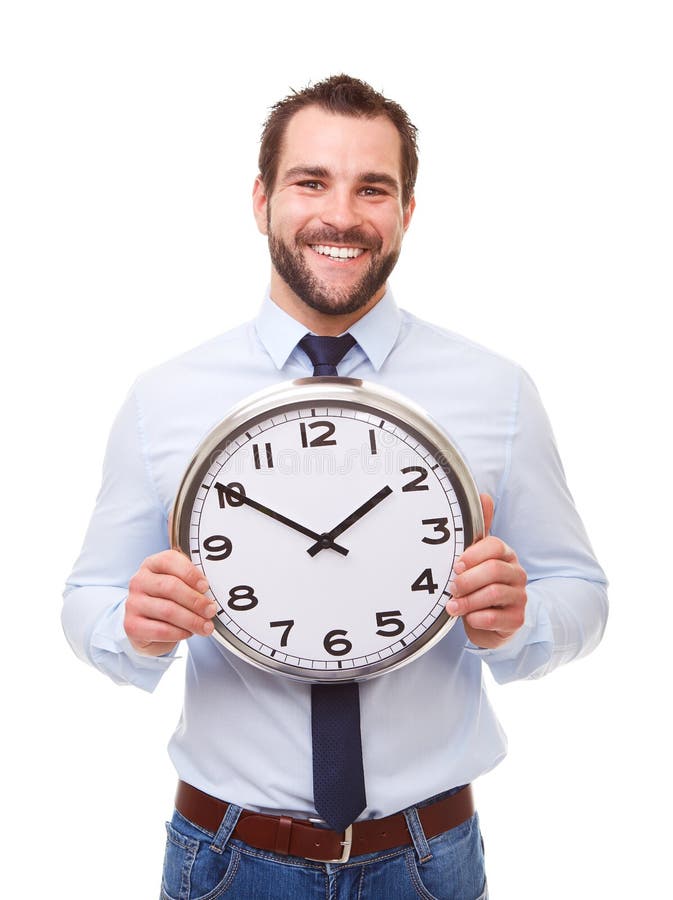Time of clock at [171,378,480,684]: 1:50
